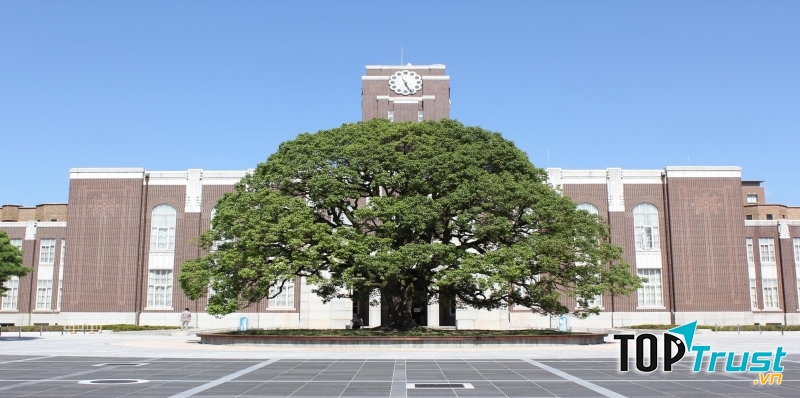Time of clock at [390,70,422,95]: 5:26
